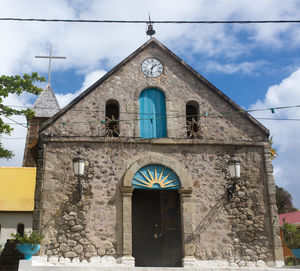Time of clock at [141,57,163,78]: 1:32
